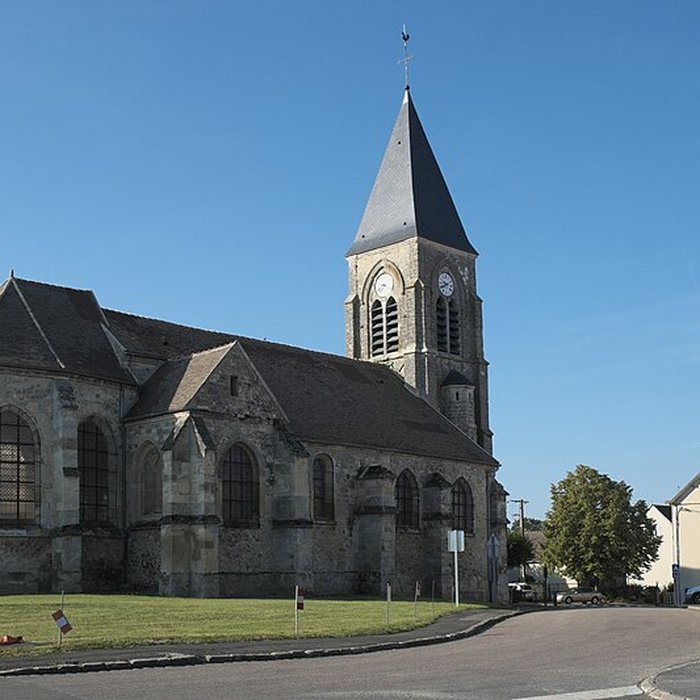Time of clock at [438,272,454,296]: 9:40
